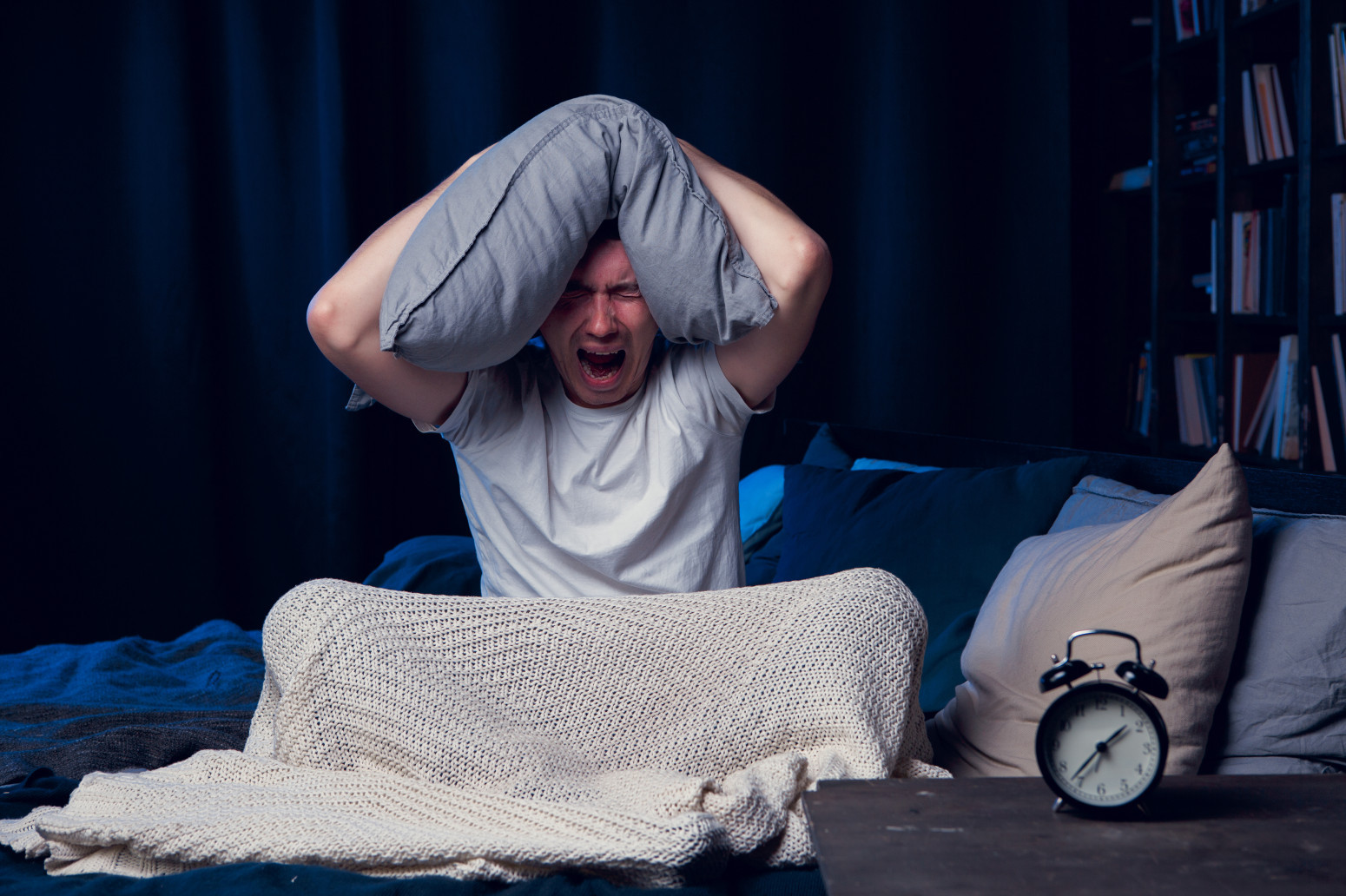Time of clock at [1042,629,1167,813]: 1:36
